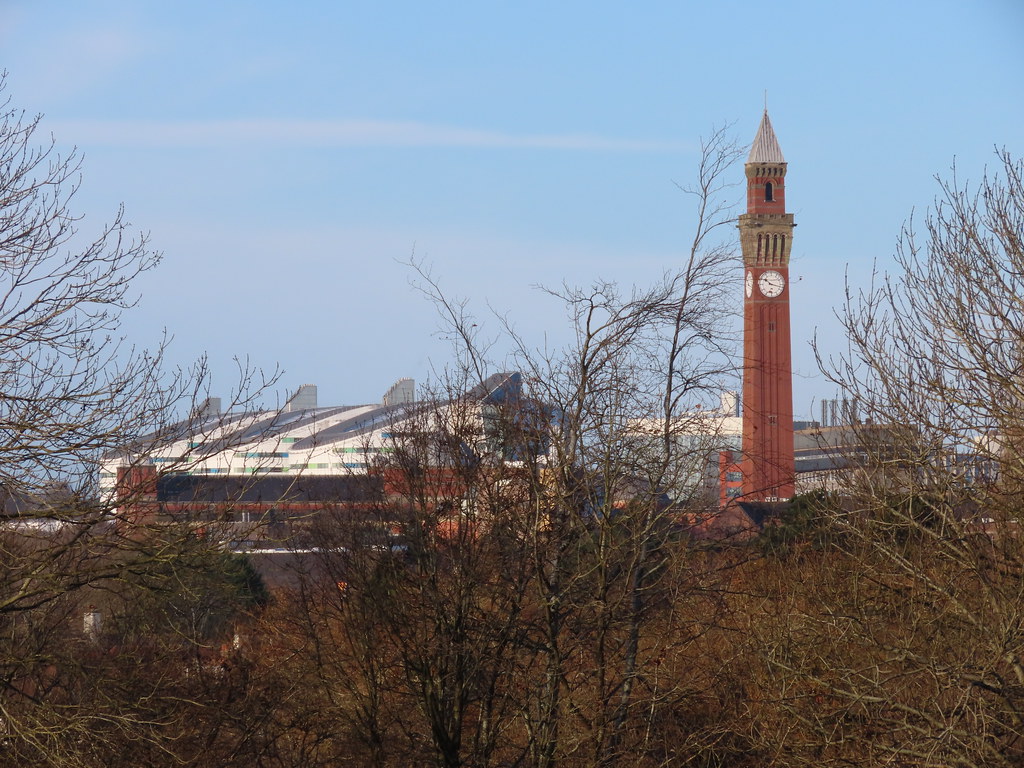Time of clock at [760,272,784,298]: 10:17
